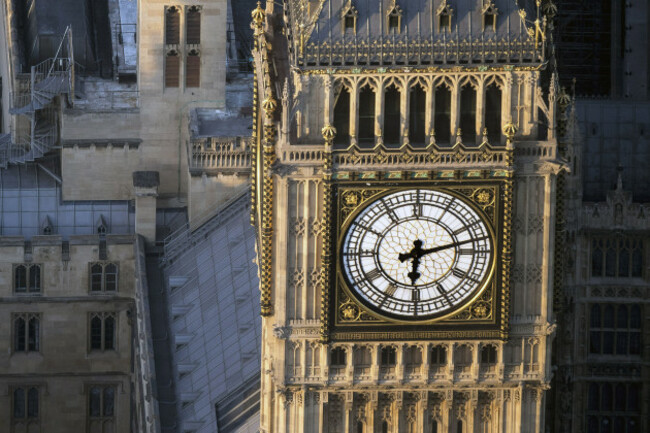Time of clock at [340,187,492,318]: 6:12
